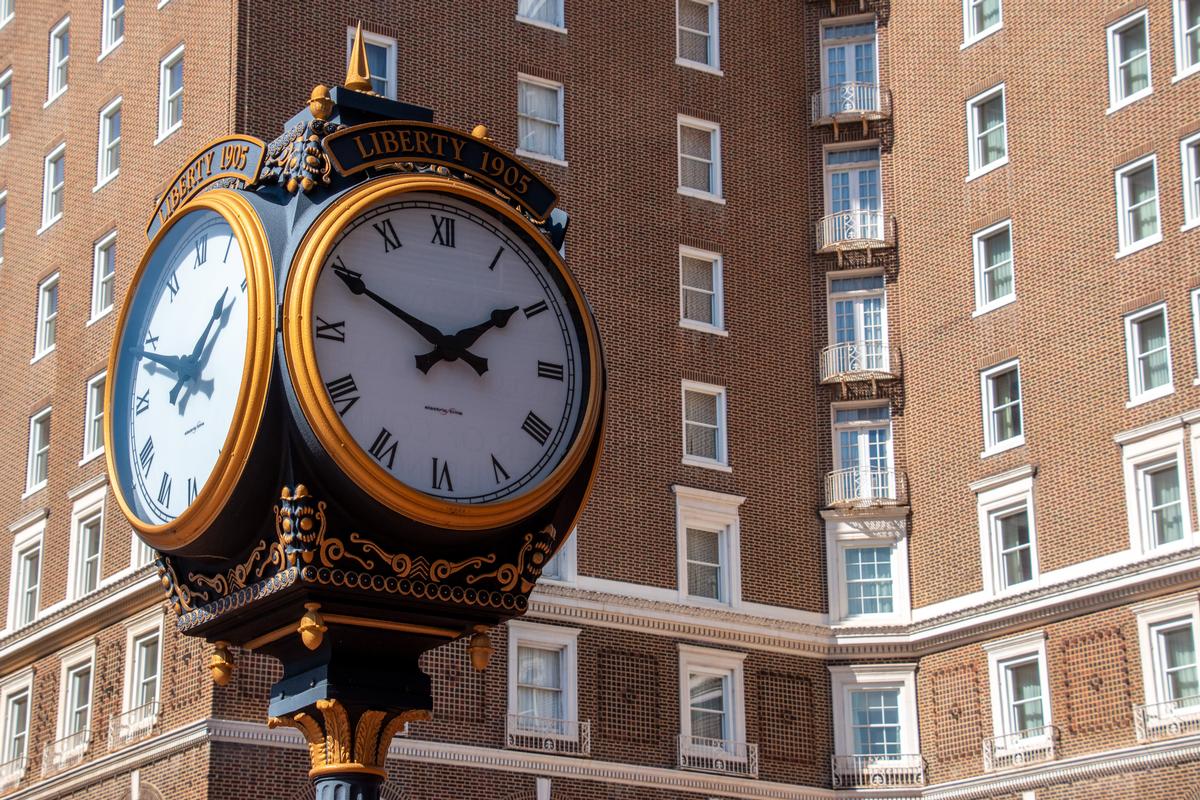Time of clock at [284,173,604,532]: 1:49
